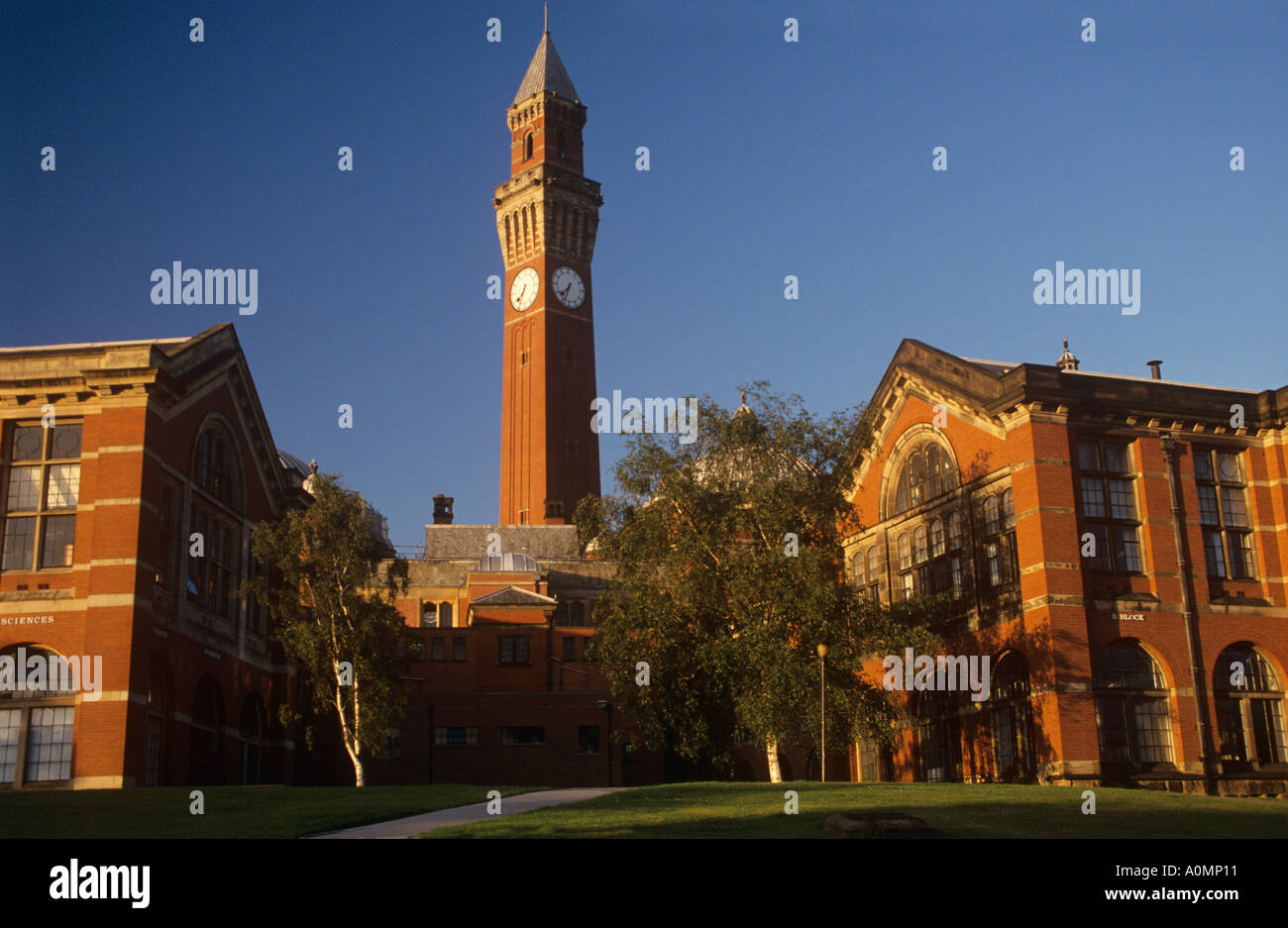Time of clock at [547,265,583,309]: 7:33
